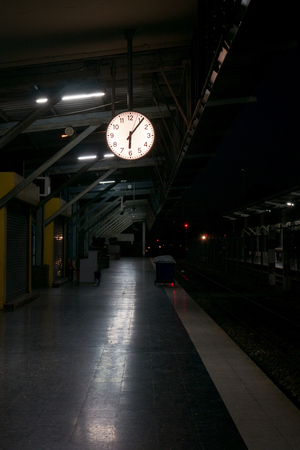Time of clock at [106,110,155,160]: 6:06
